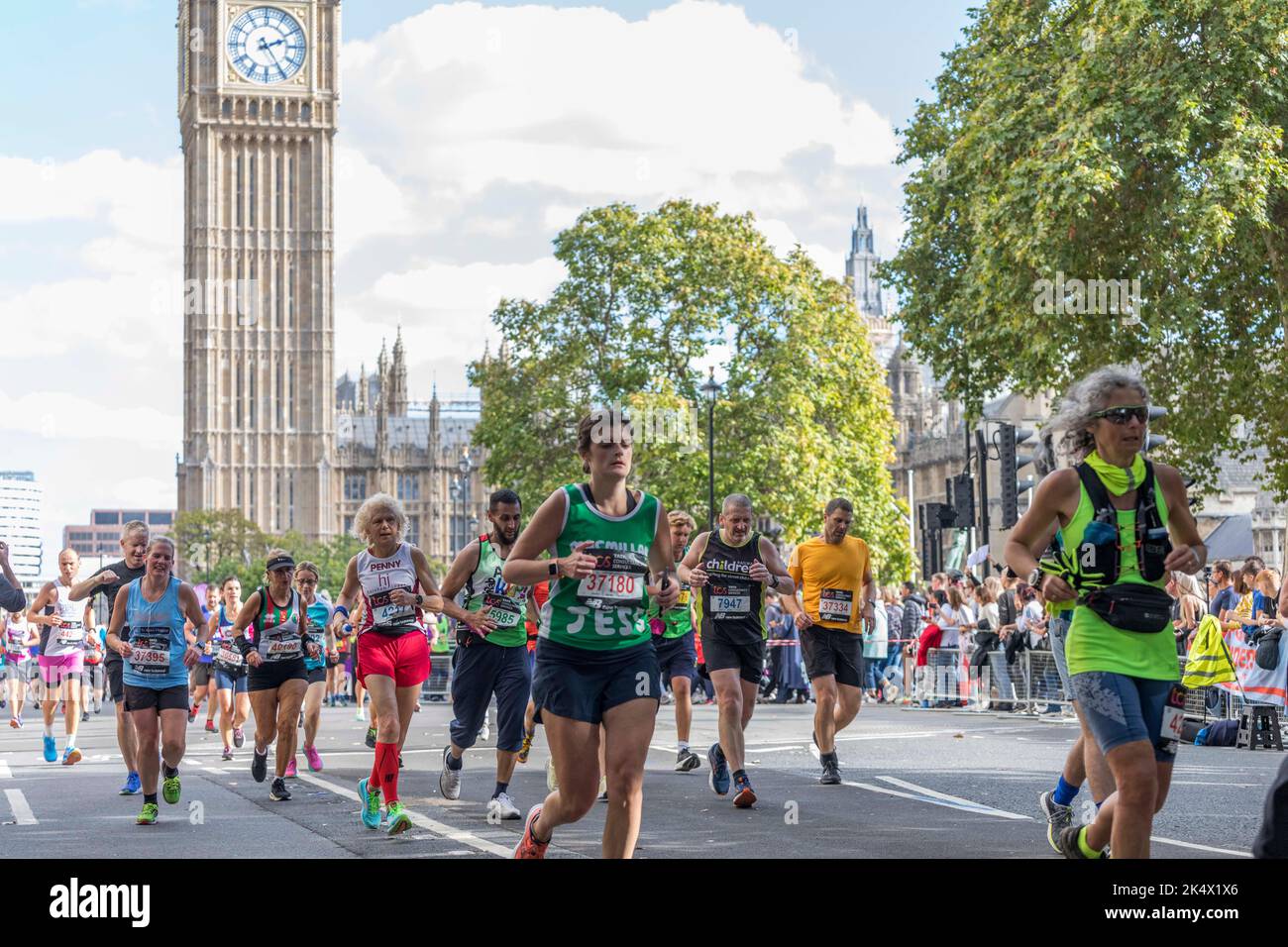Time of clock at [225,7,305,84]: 2:24
